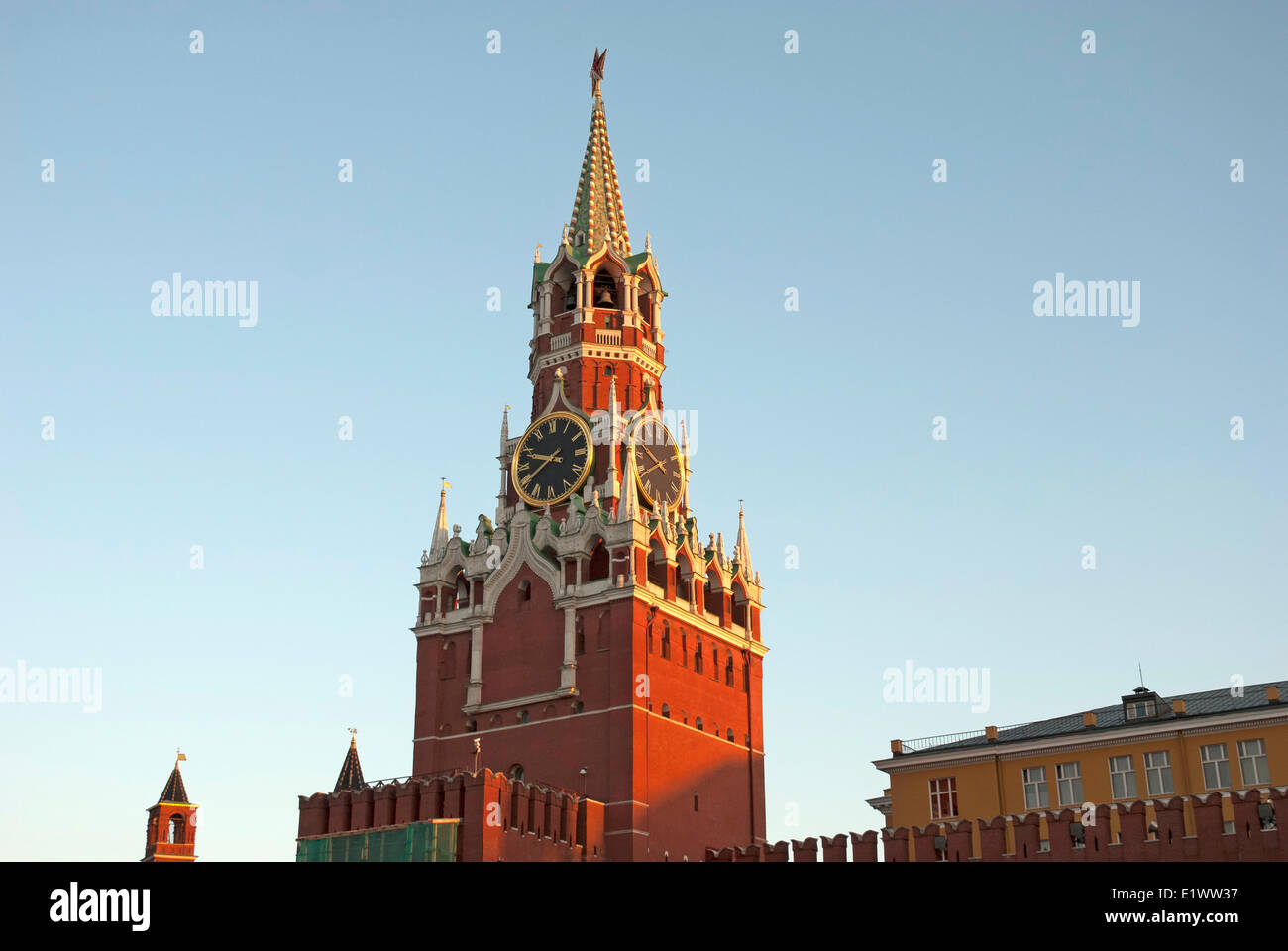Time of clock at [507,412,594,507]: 9:39
